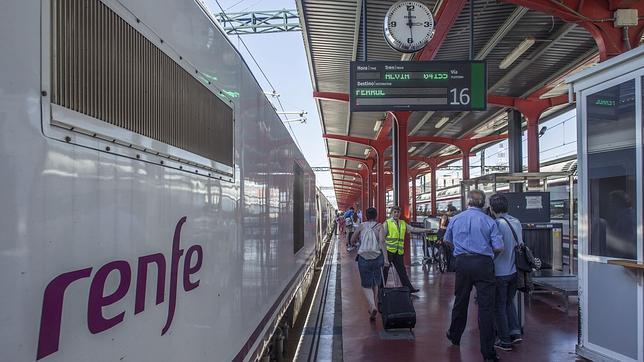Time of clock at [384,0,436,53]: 2:59
